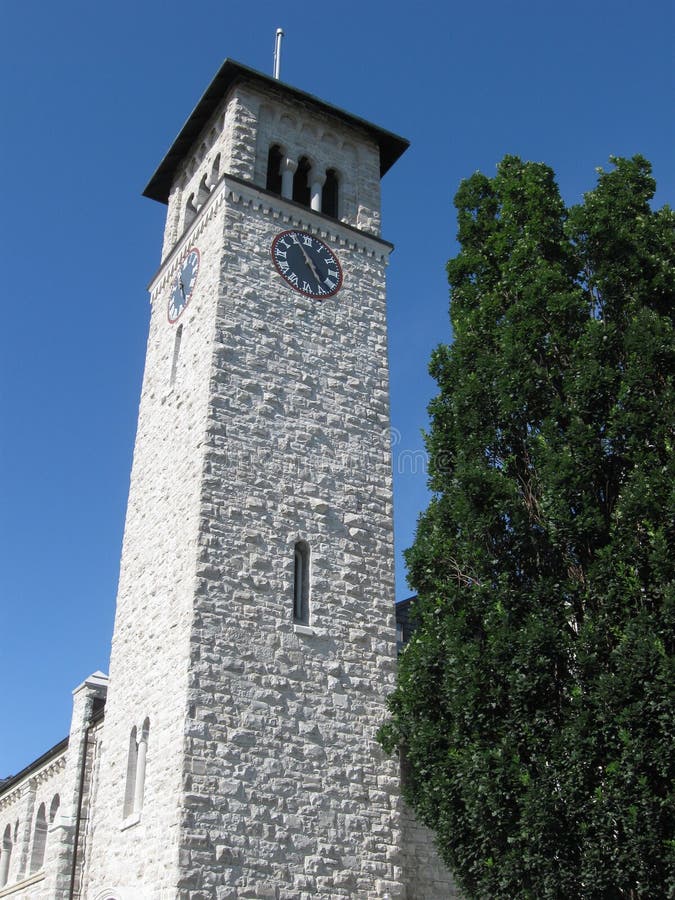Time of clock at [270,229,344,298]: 4:55
